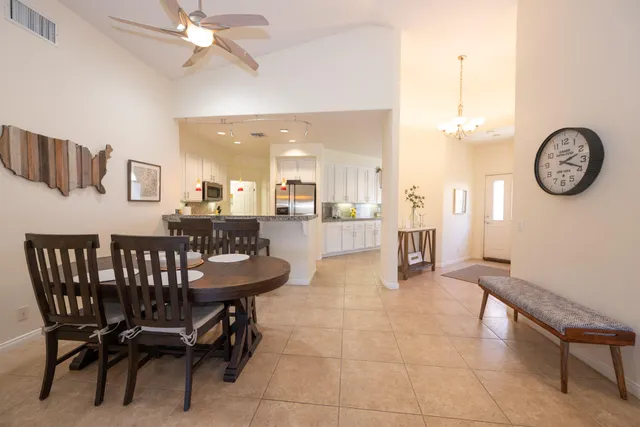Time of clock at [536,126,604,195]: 2:18
